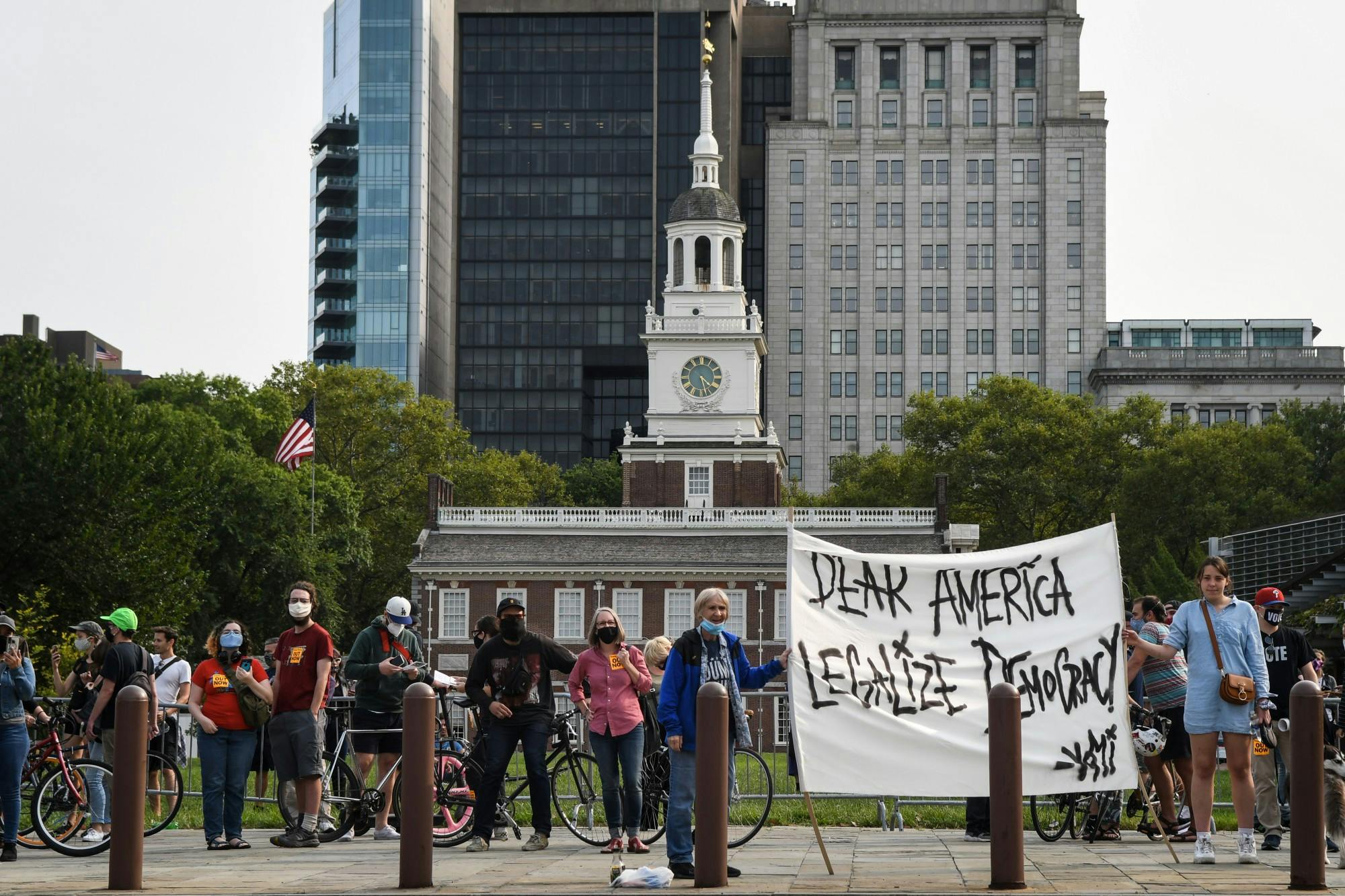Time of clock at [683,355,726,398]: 4:27
